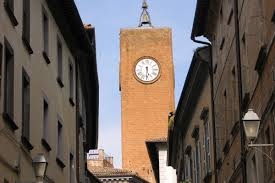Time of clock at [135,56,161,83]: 5:30
